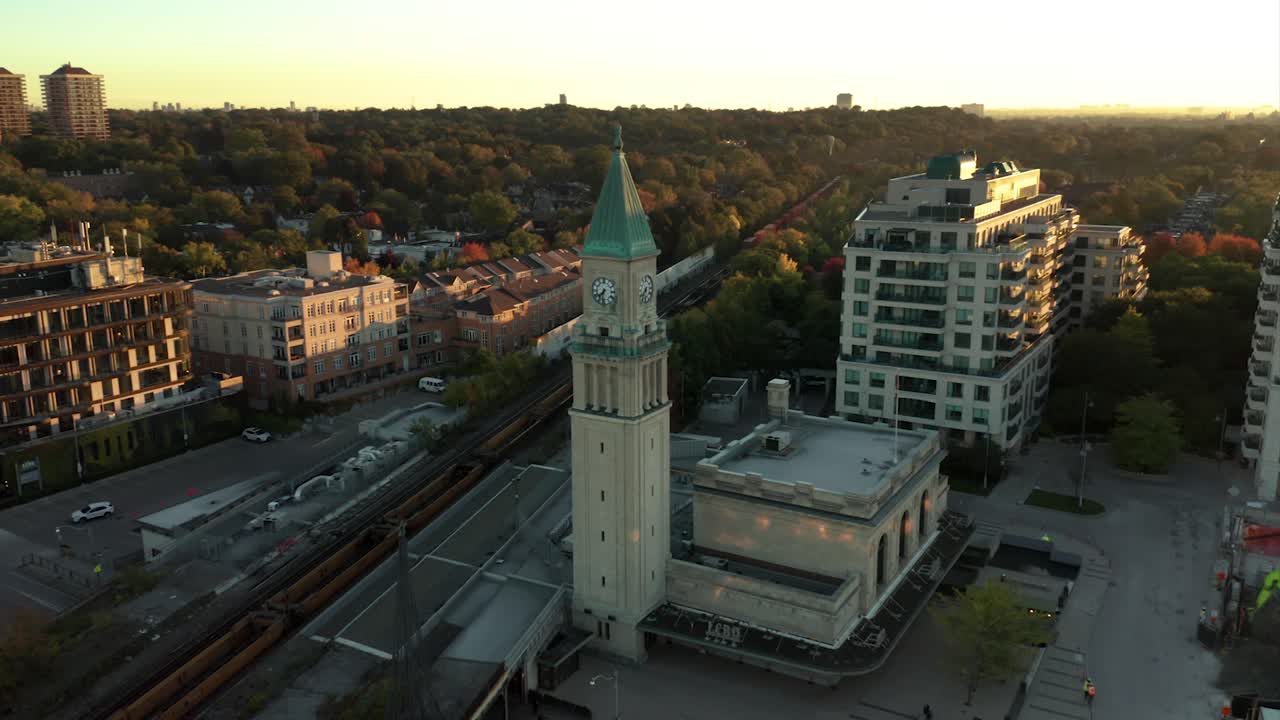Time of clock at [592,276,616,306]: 7:32
